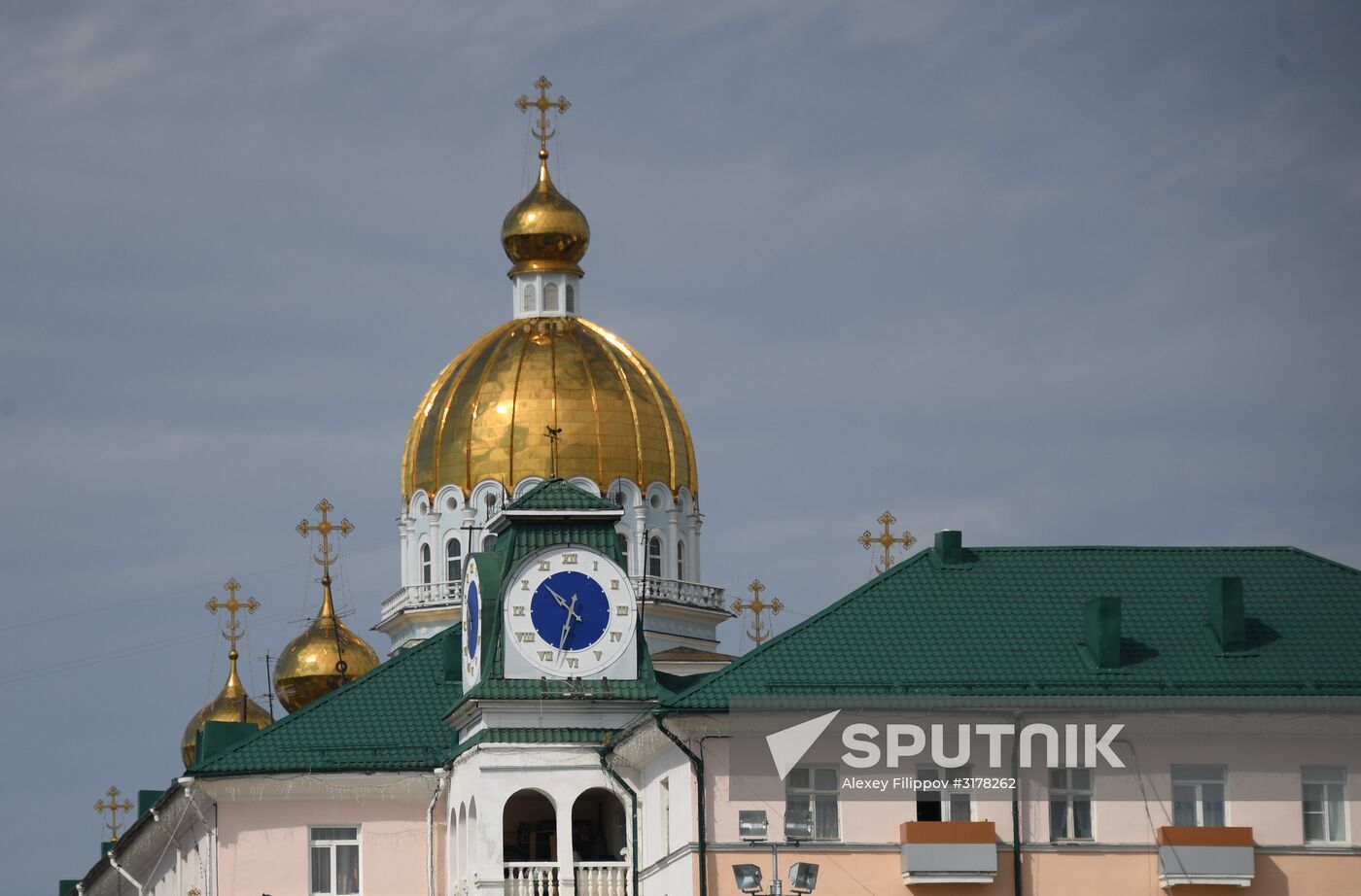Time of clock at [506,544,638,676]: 10:32
